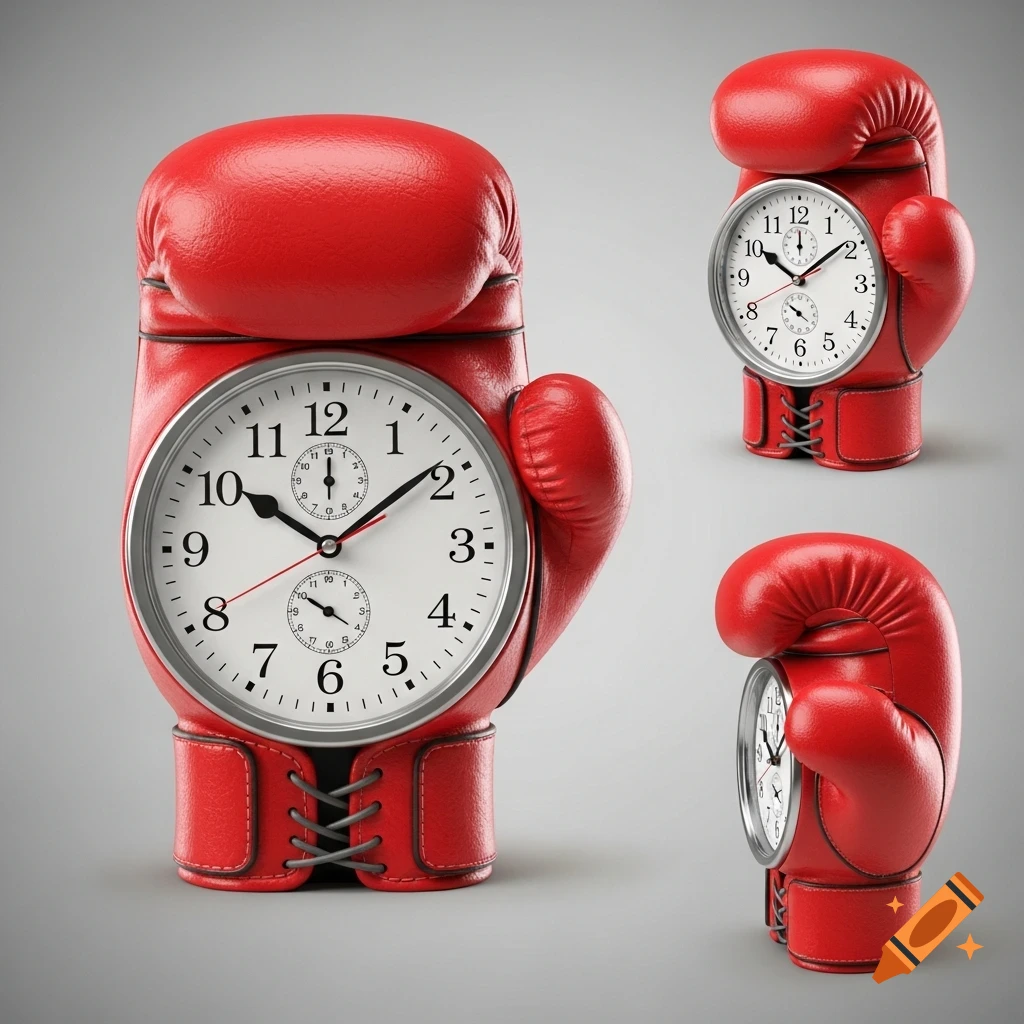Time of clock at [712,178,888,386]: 10:08
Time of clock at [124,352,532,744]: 10:08
